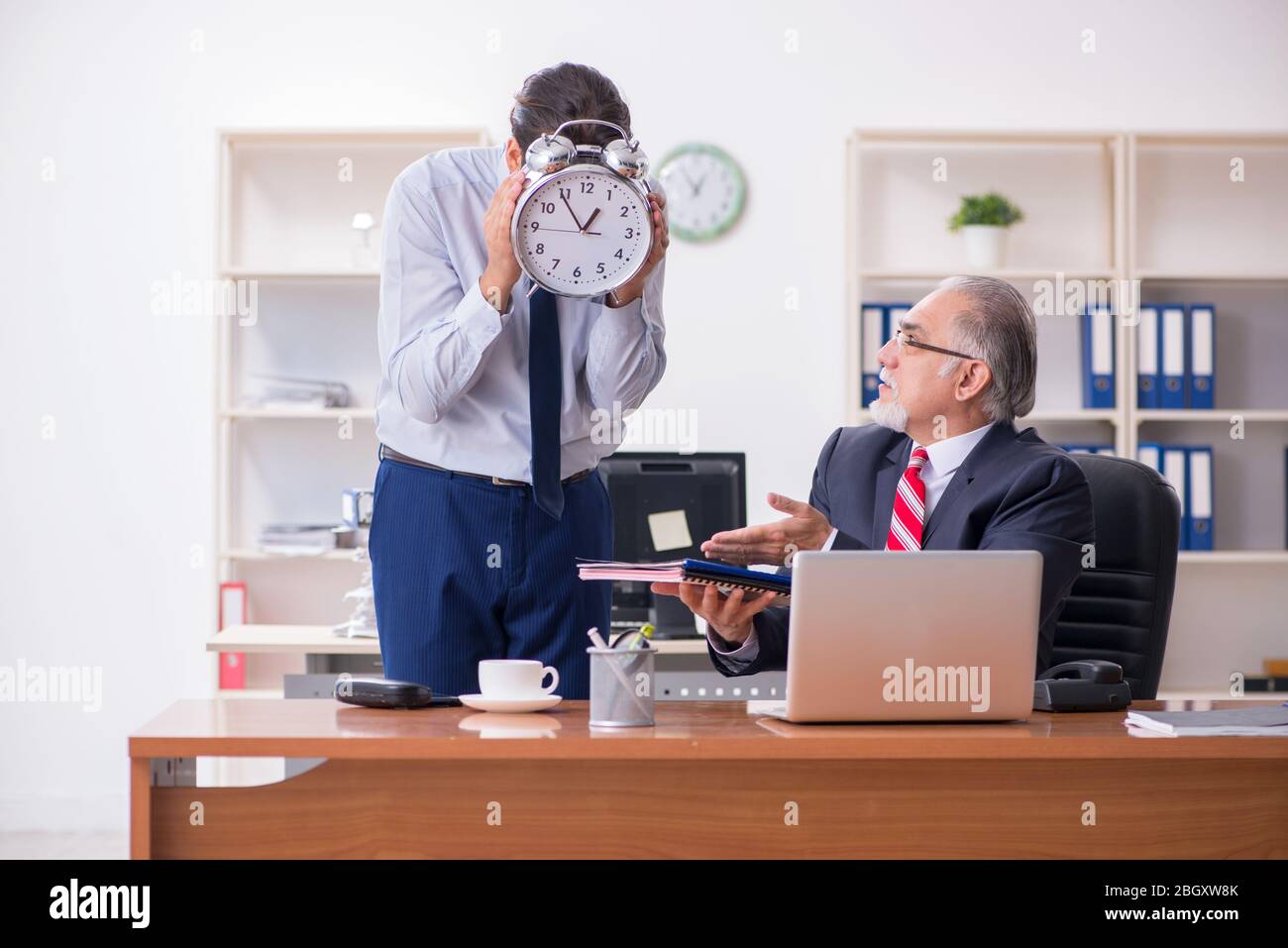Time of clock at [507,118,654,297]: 12:54
